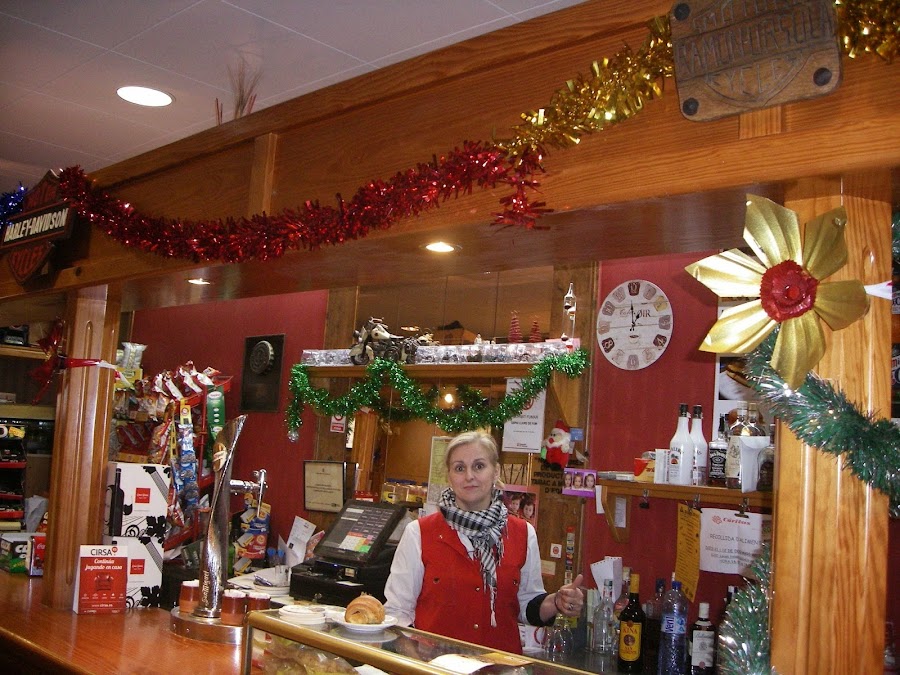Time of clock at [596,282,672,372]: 12:58
